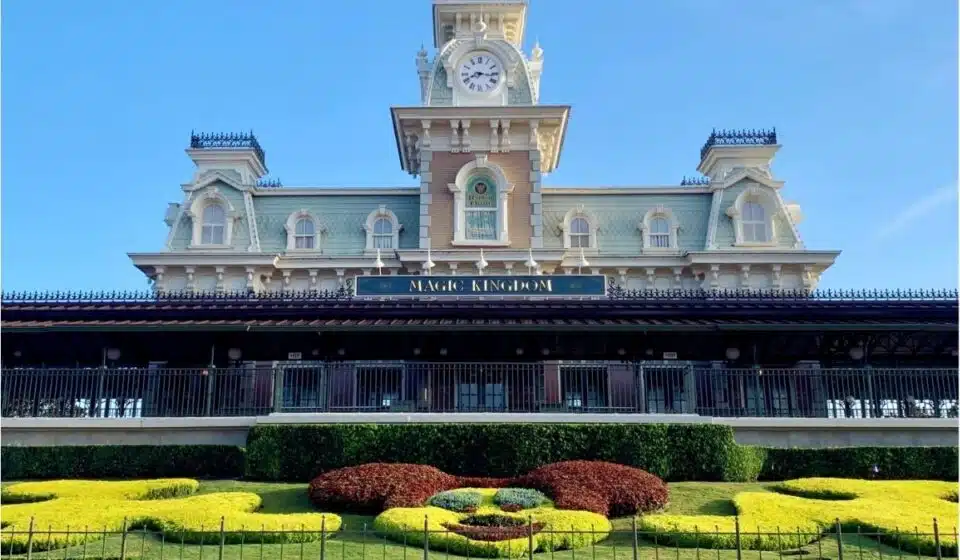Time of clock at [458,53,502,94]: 8:16
